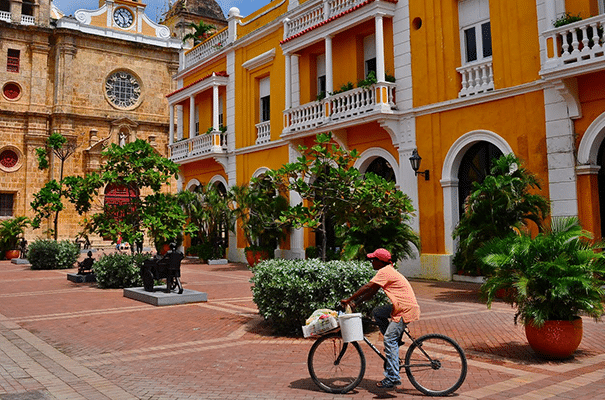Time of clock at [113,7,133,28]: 10:28
